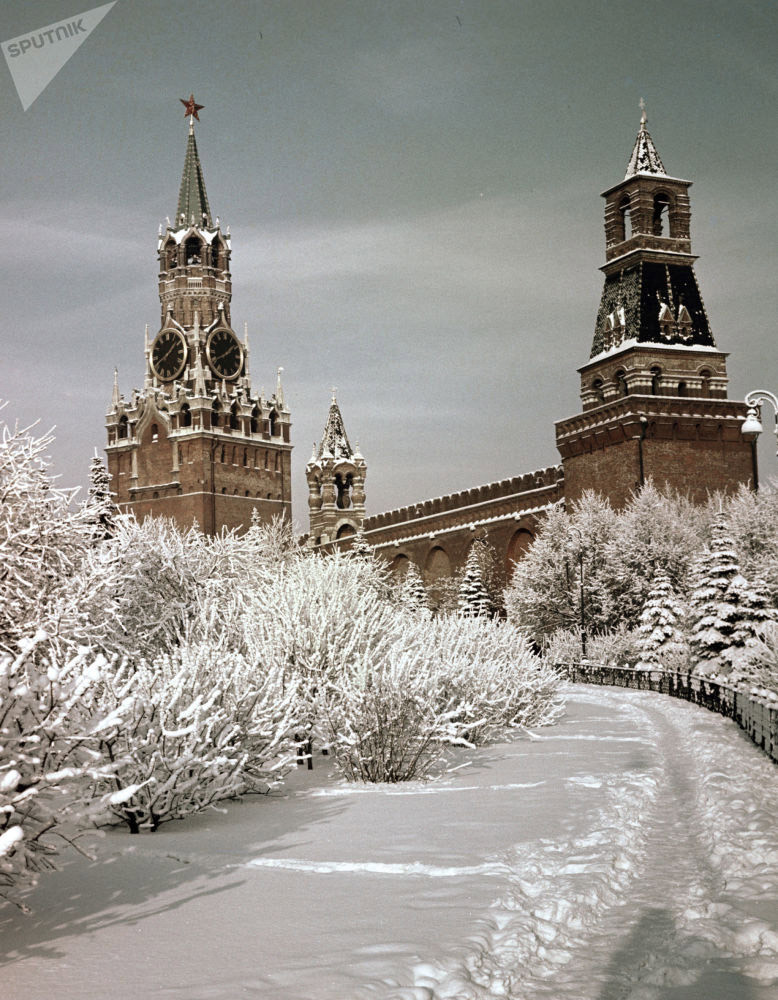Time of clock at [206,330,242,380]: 1:40
